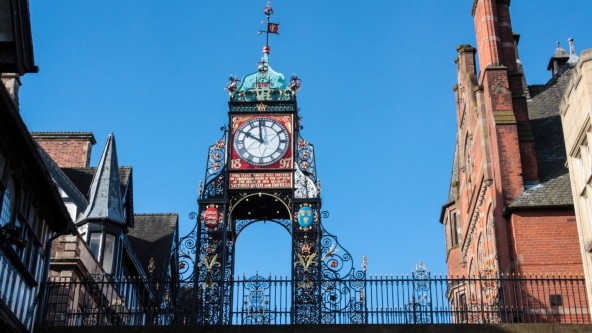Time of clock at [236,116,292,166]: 9:58
